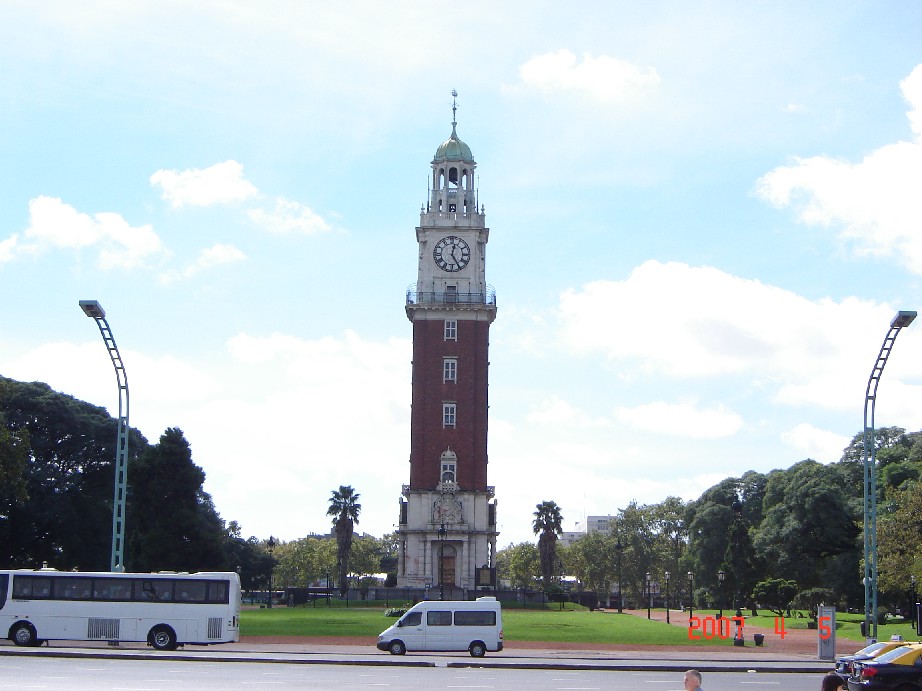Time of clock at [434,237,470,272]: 12:24
